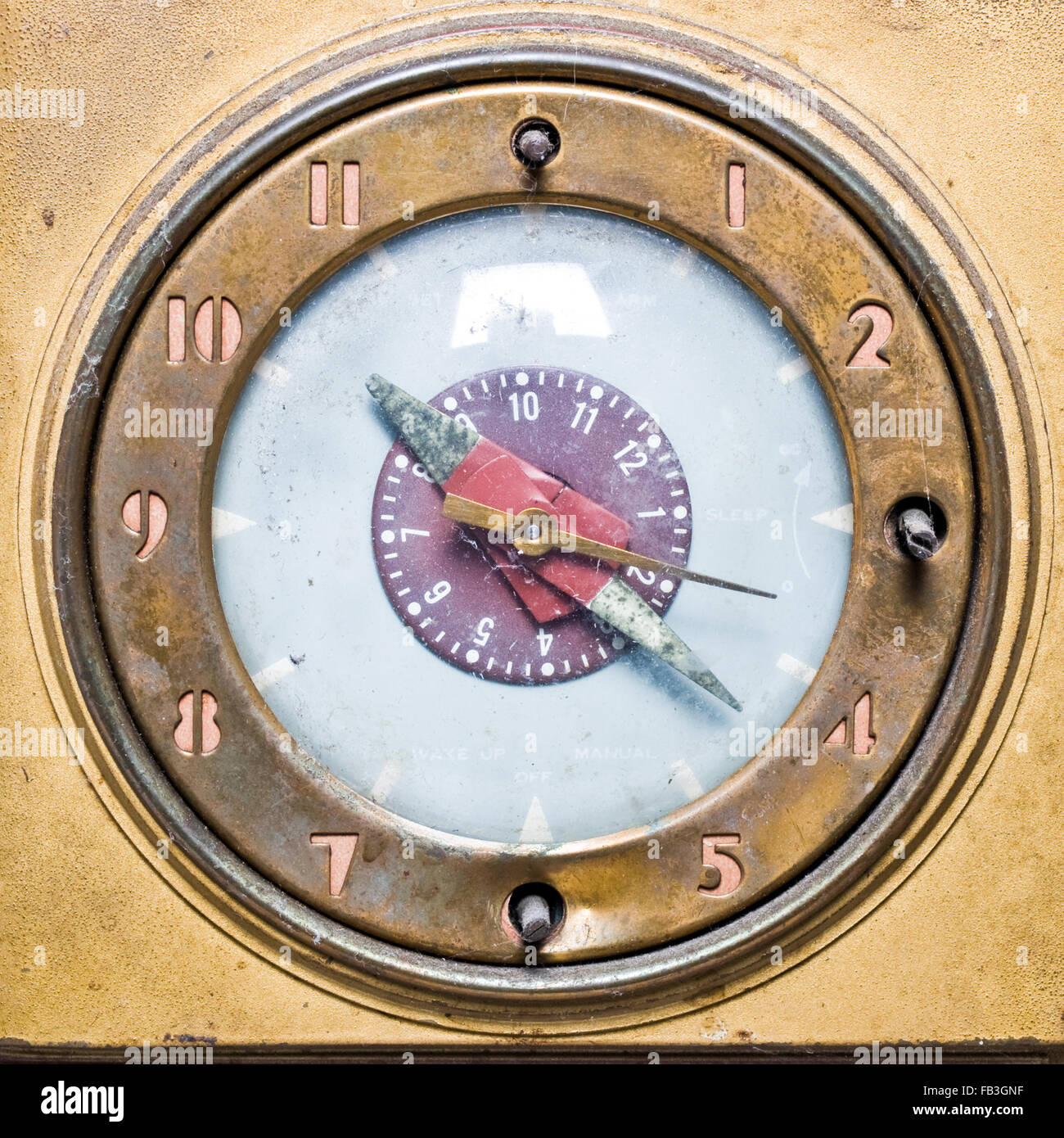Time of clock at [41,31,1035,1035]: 4:16
